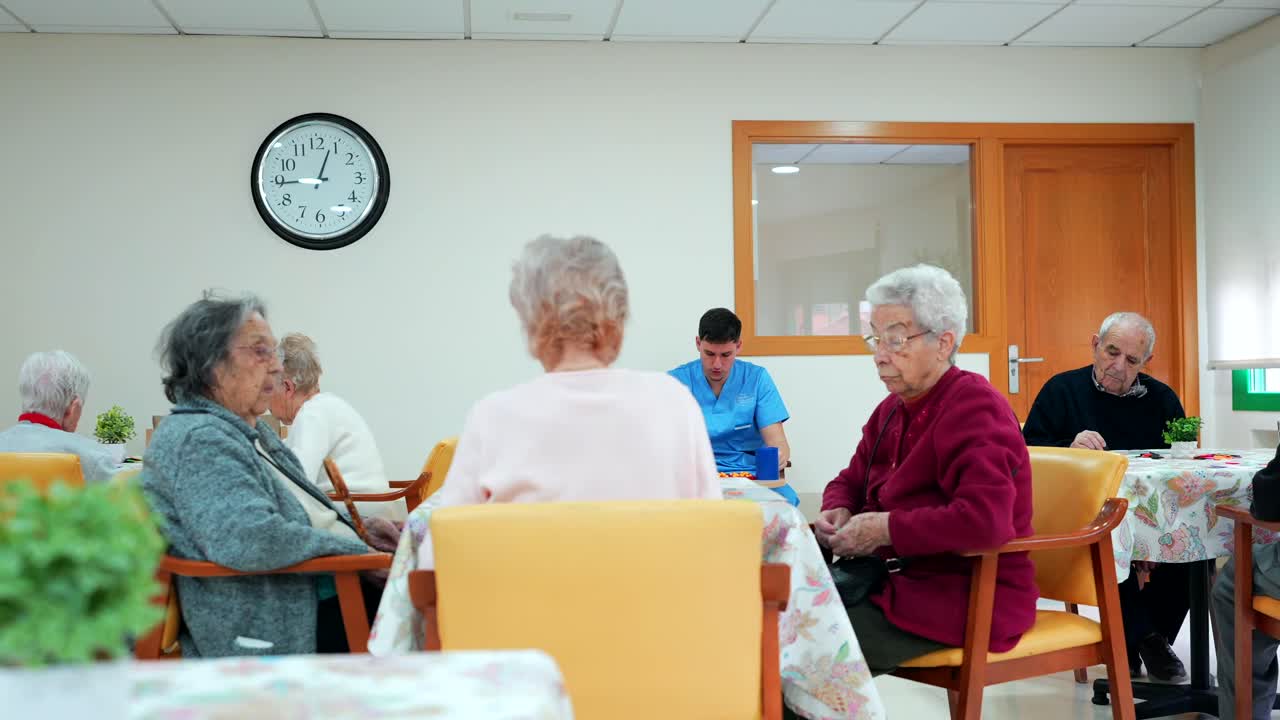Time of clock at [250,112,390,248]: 9:03
